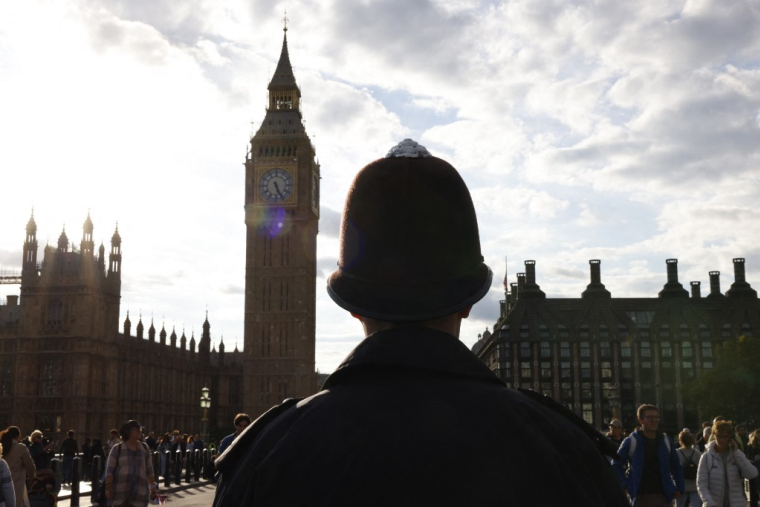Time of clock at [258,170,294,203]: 5:26
